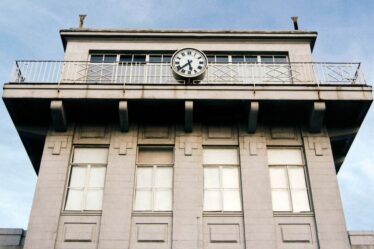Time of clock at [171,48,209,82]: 5:38
